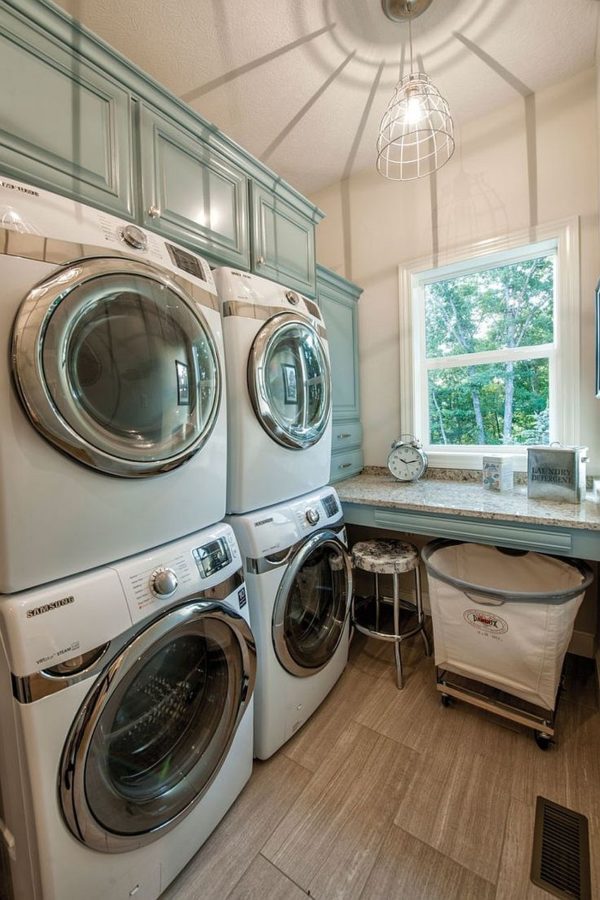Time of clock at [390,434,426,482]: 10:12
